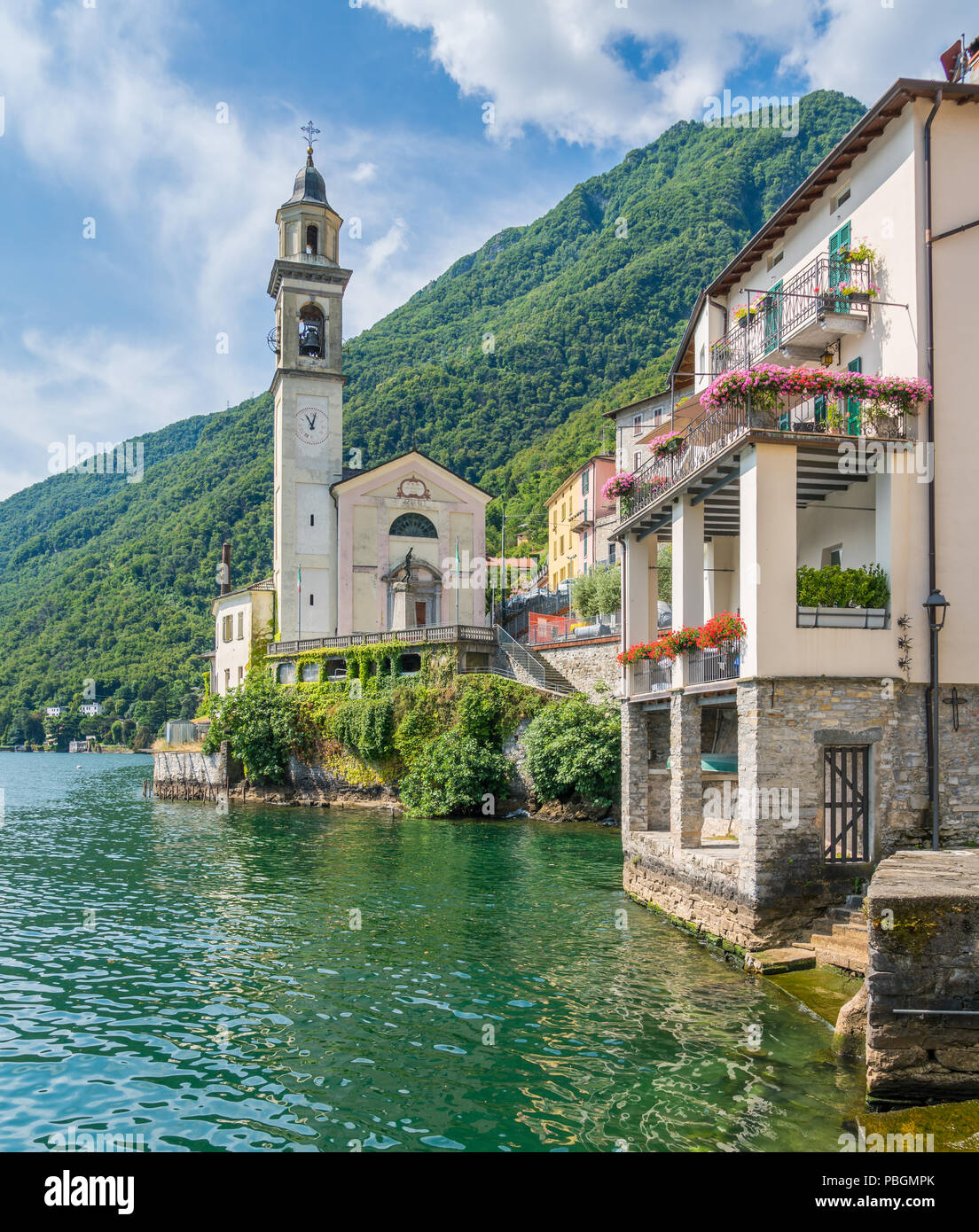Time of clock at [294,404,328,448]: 11:02
